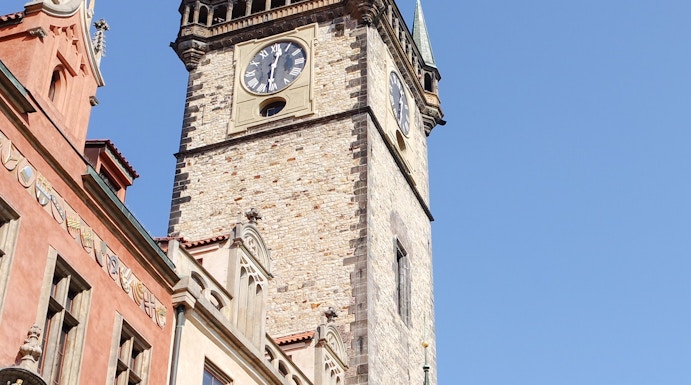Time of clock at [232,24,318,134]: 12:30
